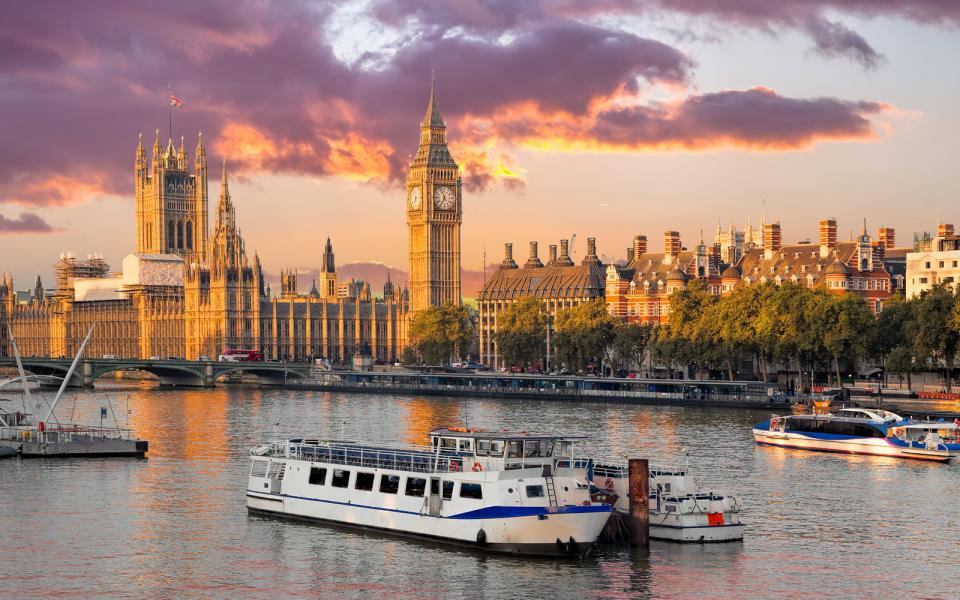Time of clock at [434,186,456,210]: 6:56
